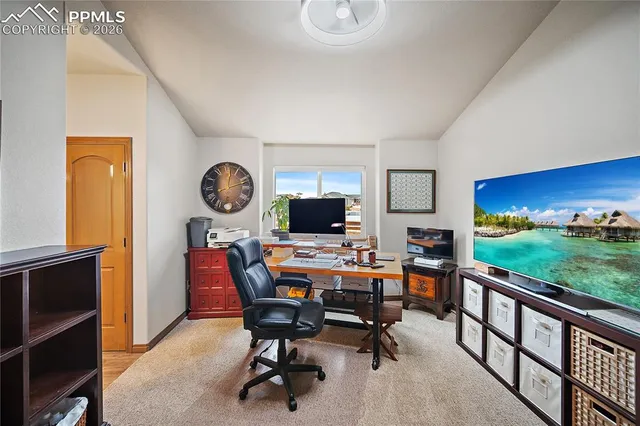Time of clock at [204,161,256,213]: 12:12
